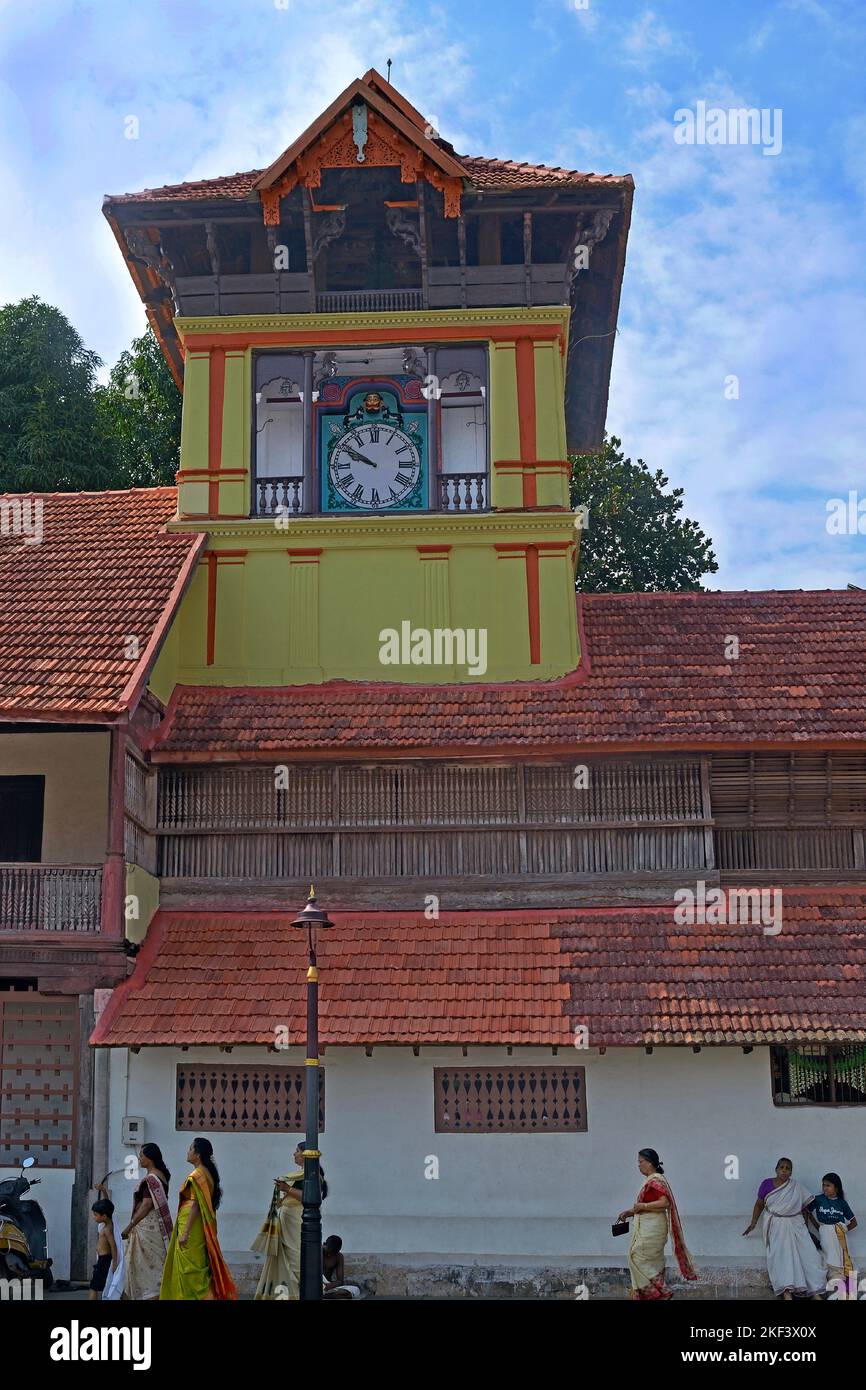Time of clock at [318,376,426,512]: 9:50
